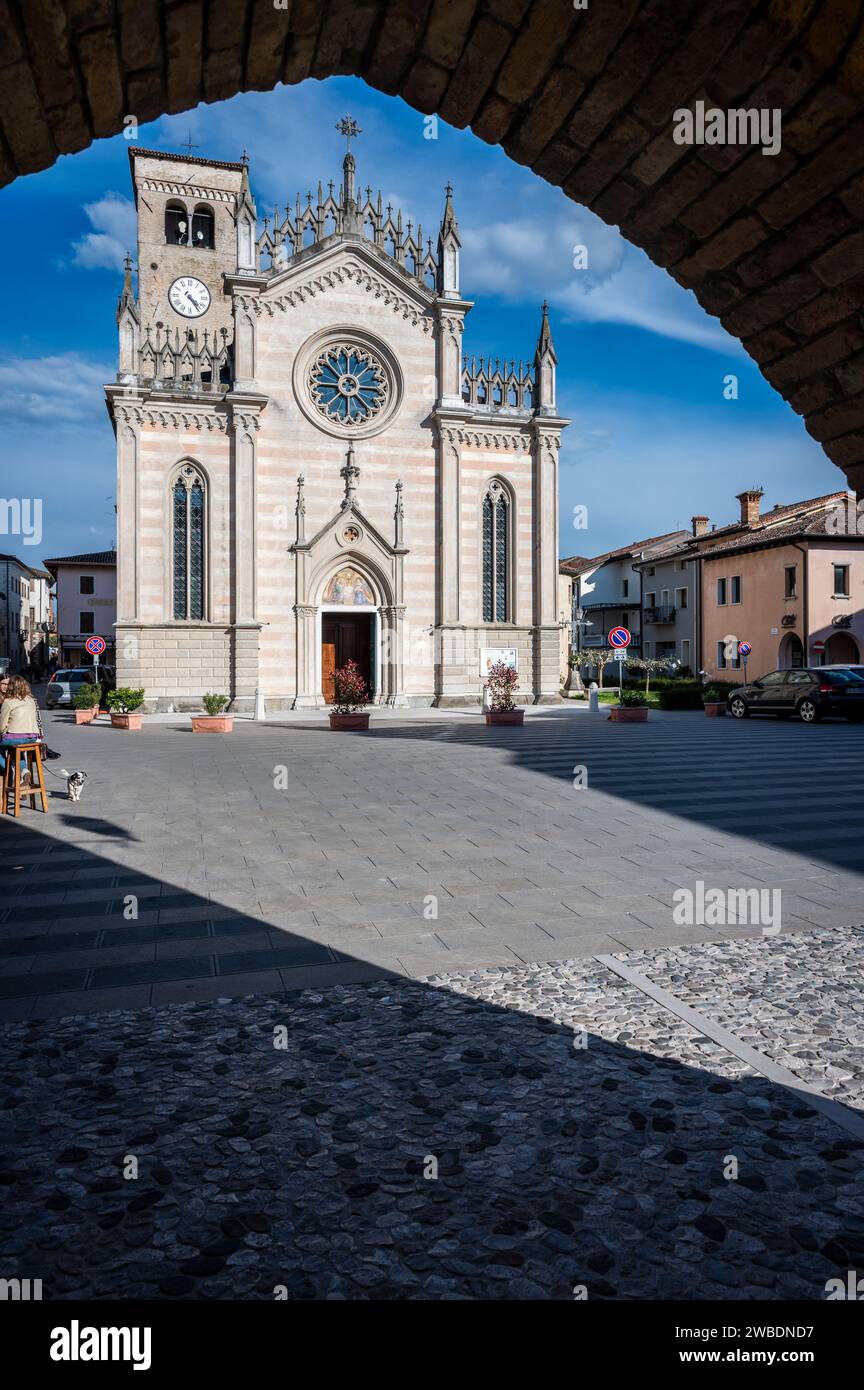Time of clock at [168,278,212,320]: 4:23
